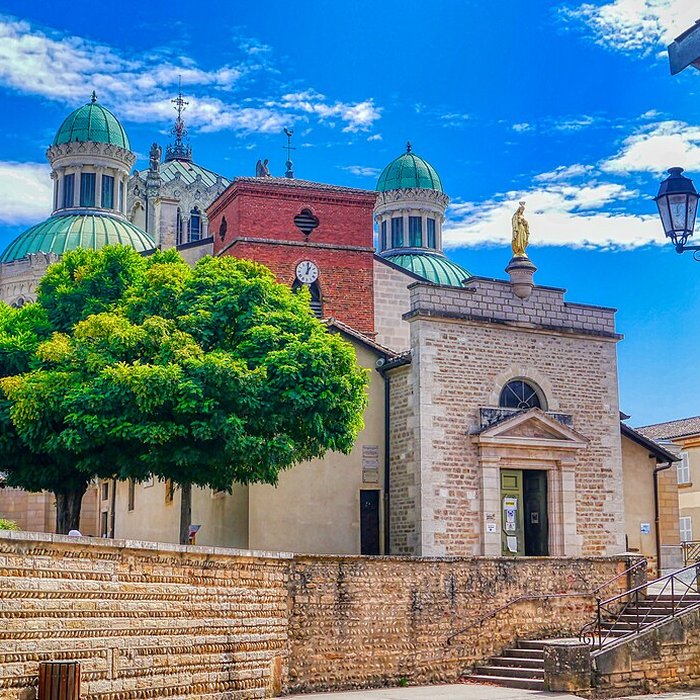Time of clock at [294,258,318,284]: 1:01
